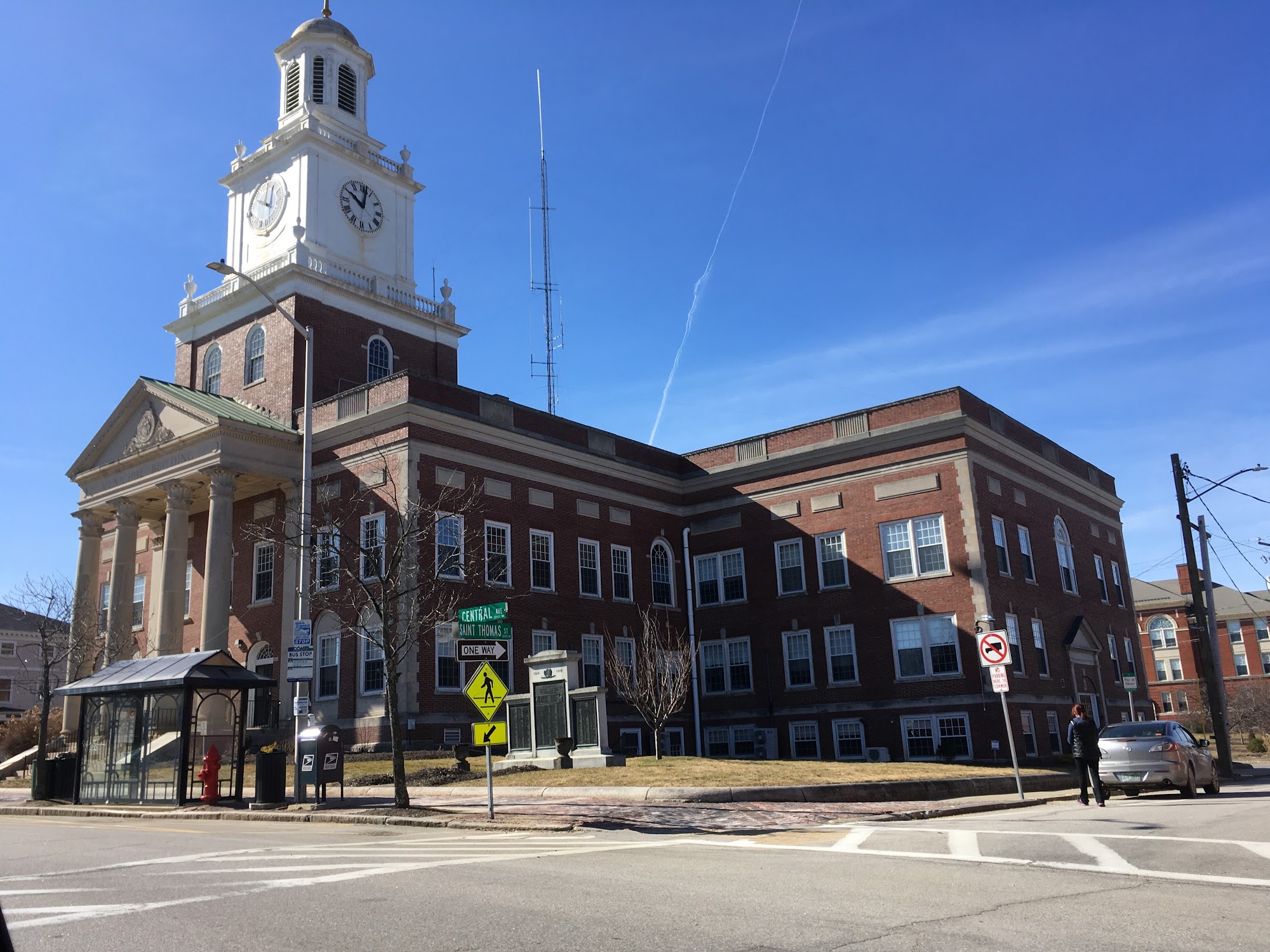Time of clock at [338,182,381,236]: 10:02
